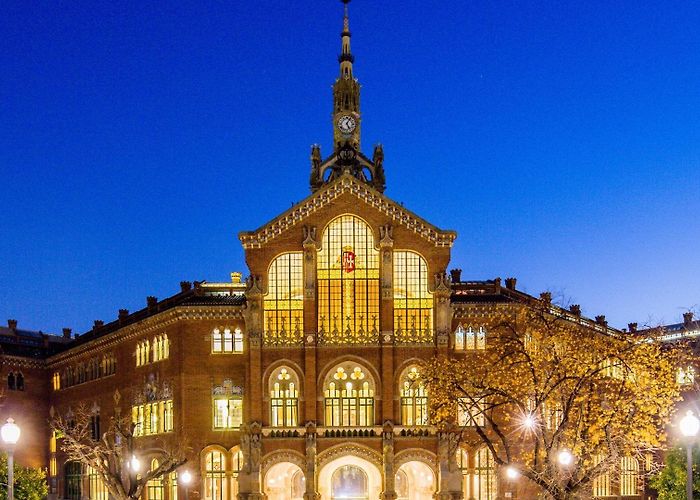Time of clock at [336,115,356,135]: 5:05
